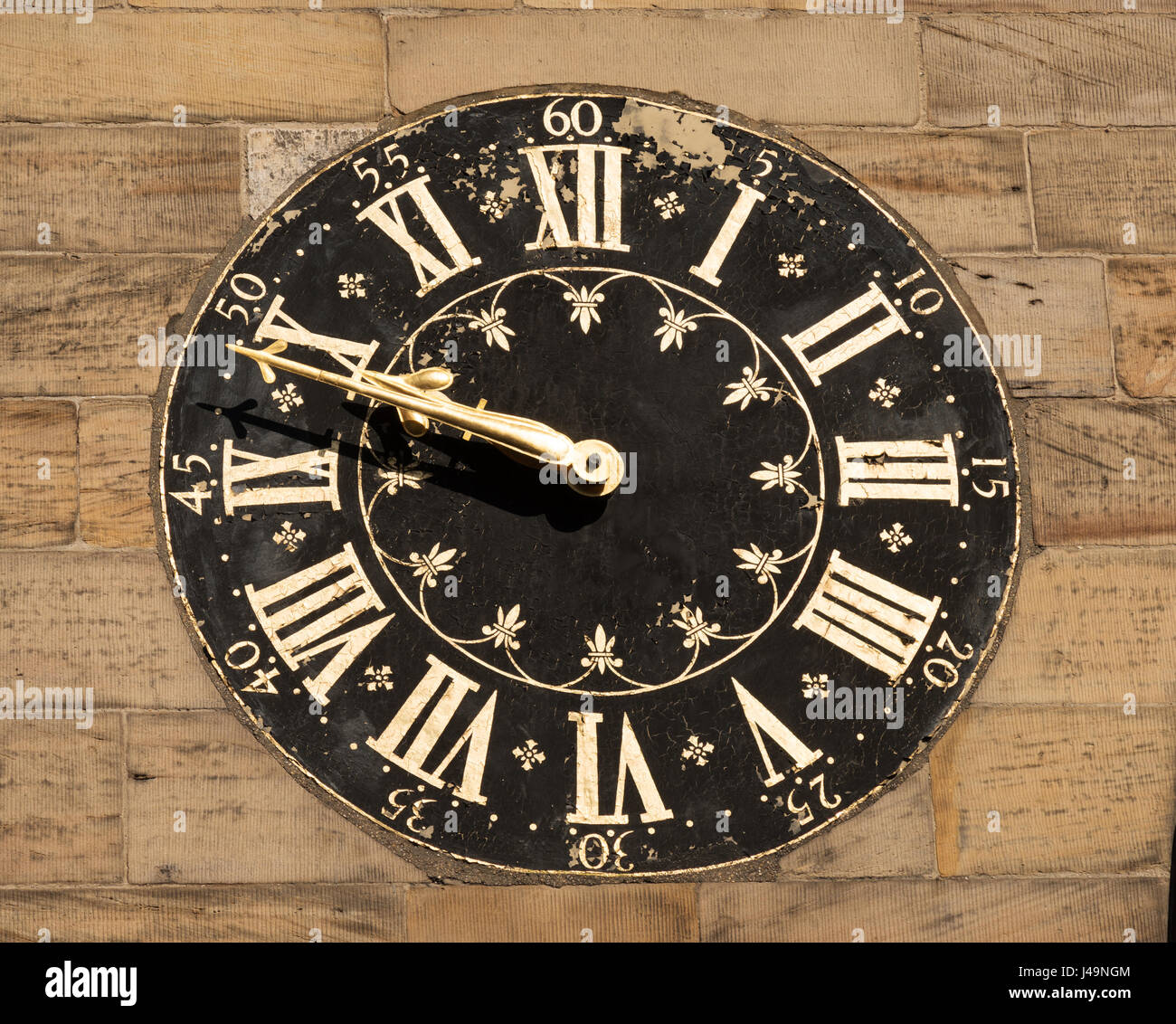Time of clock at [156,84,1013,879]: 9:49
